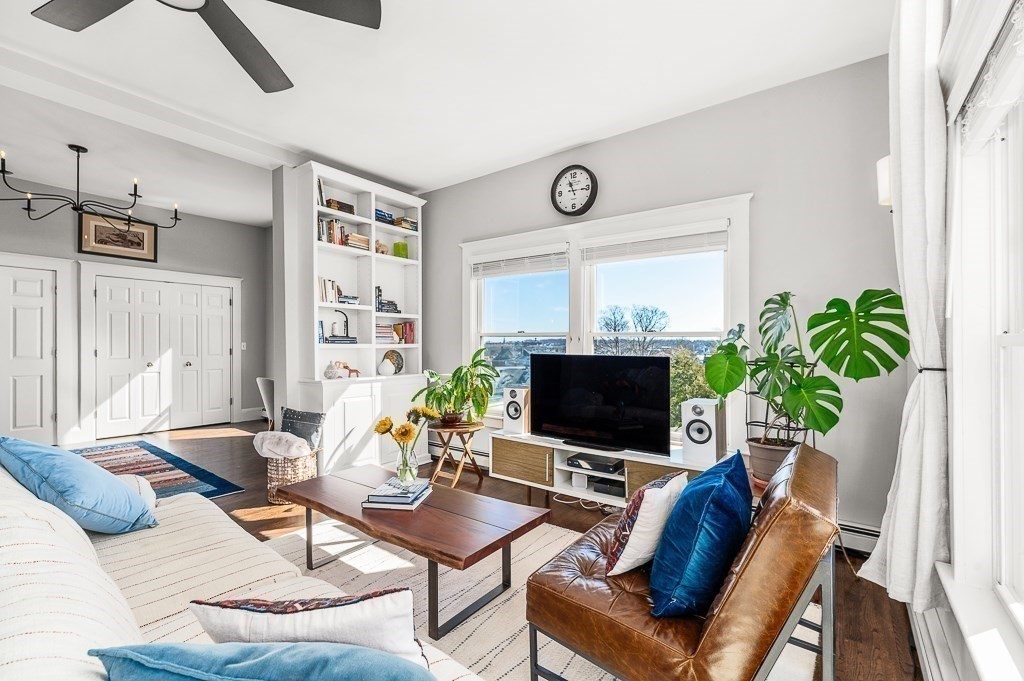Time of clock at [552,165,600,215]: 11:15
